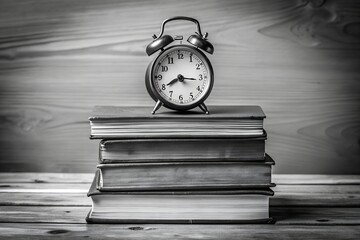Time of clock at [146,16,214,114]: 8:16
